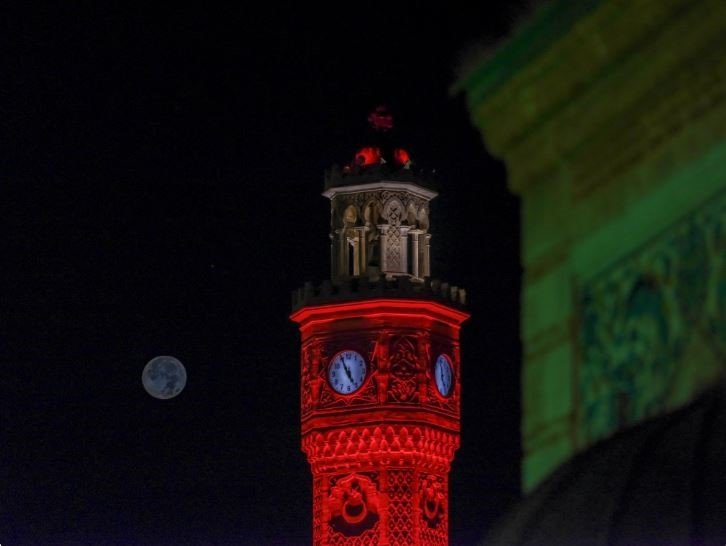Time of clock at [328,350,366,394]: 4:55
